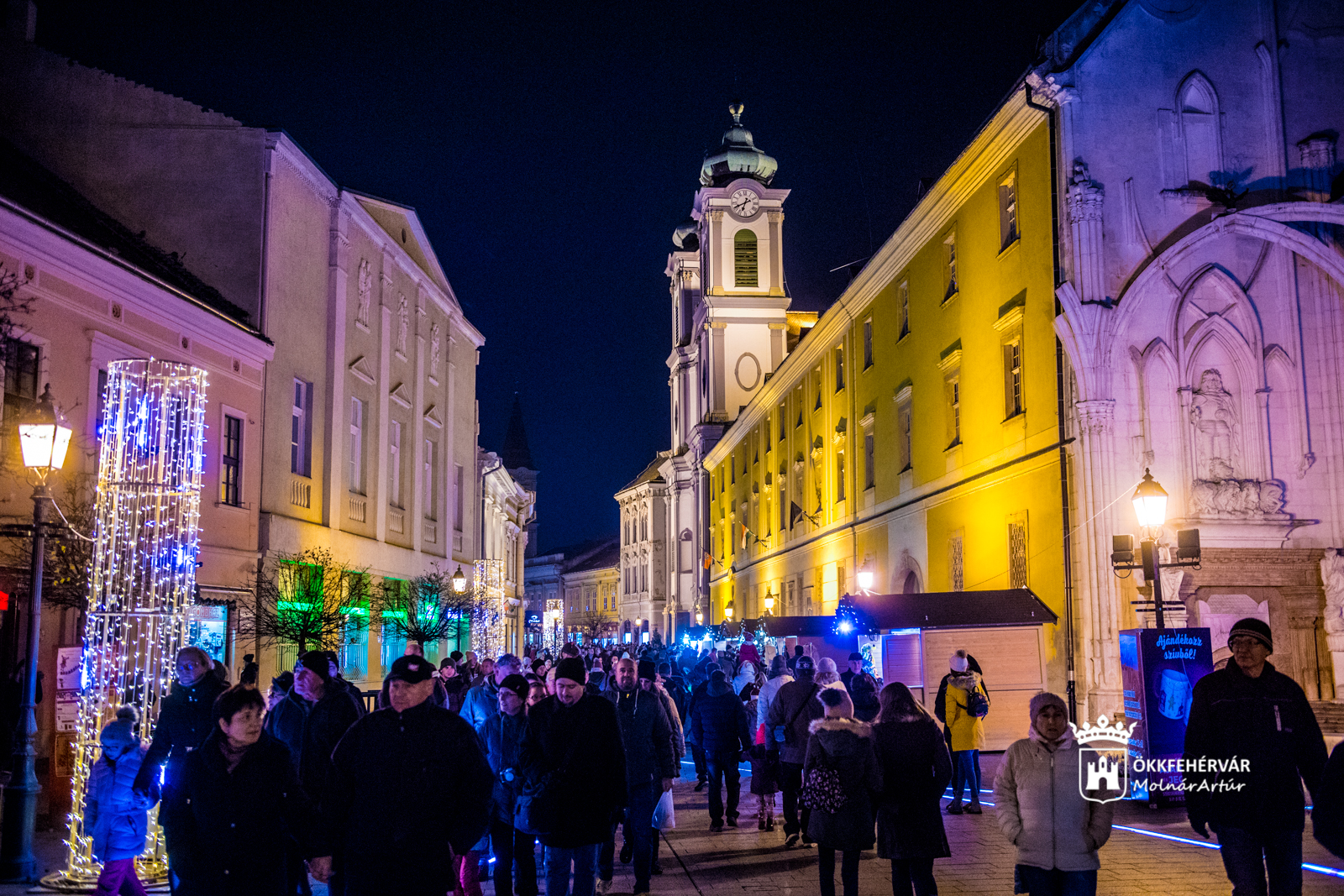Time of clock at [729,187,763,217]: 6:40
